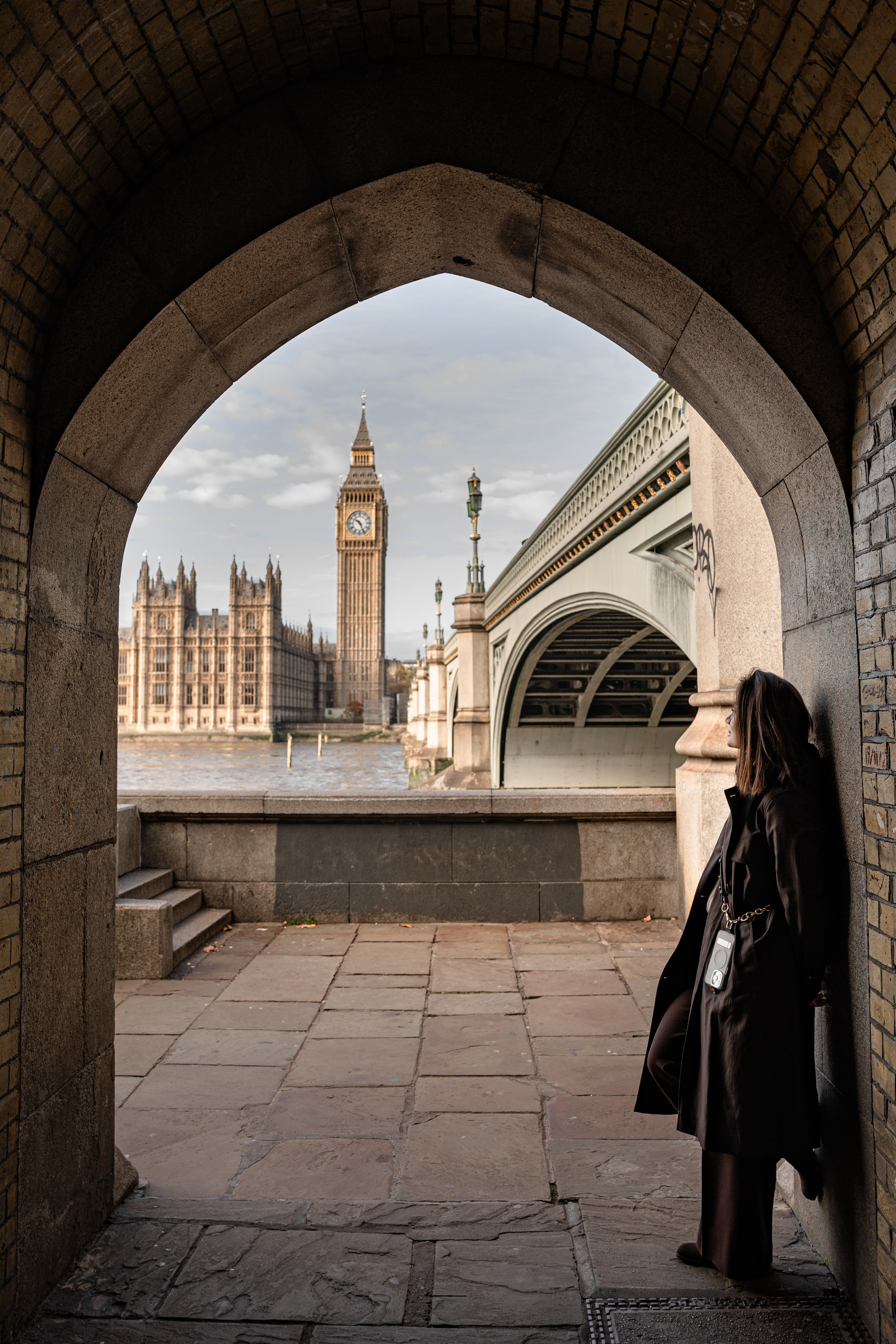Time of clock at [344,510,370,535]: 10:25
